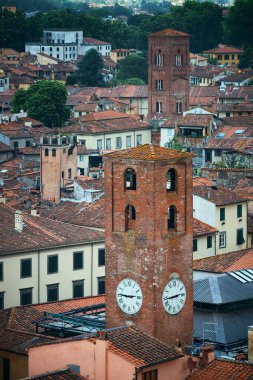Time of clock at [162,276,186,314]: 2:44
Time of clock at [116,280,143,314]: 2:45
